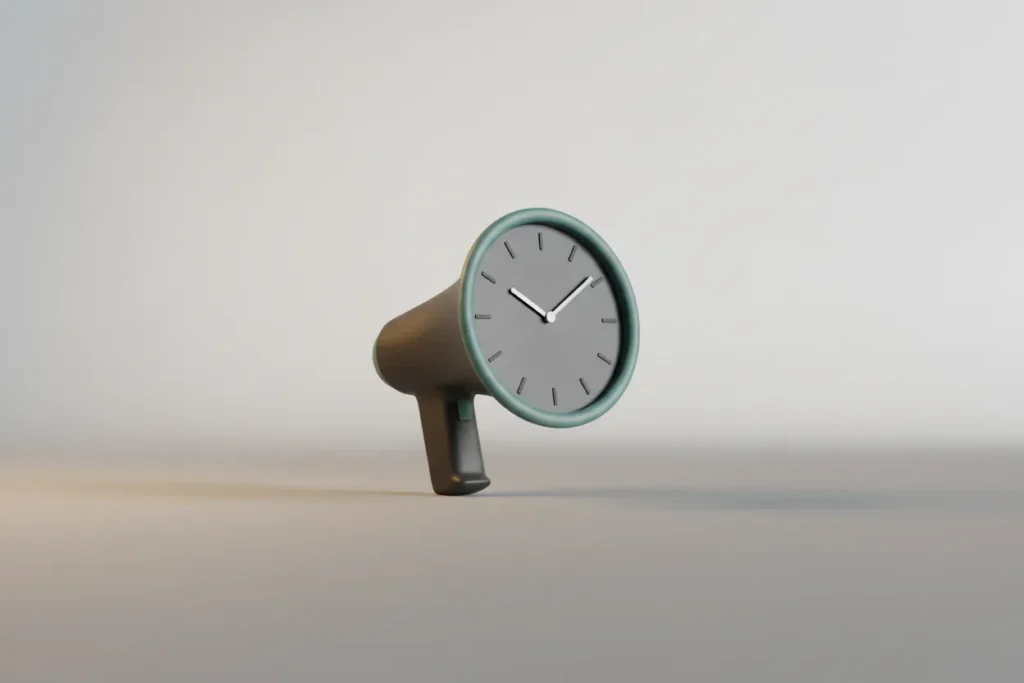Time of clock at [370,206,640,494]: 10:08
